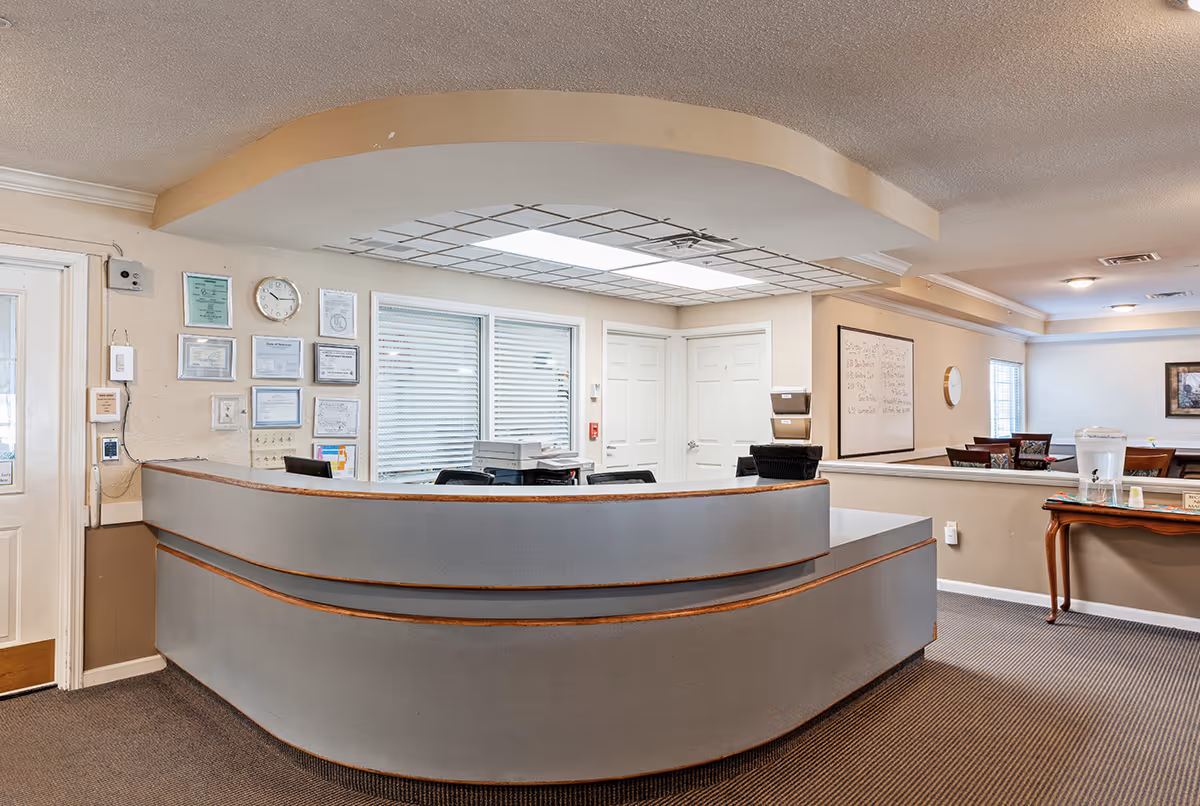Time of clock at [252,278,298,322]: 10:14
